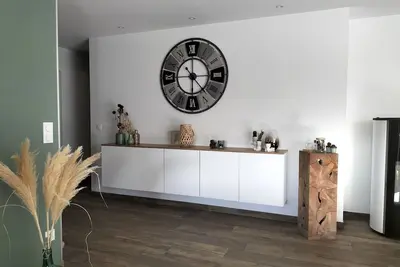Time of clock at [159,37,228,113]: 6:14
